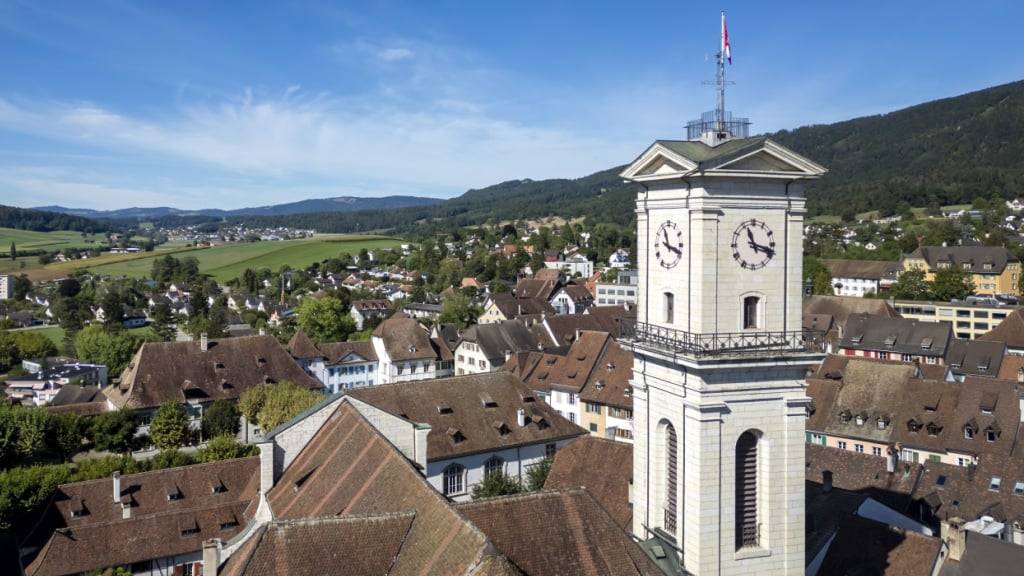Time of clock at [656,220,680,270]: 11:18
